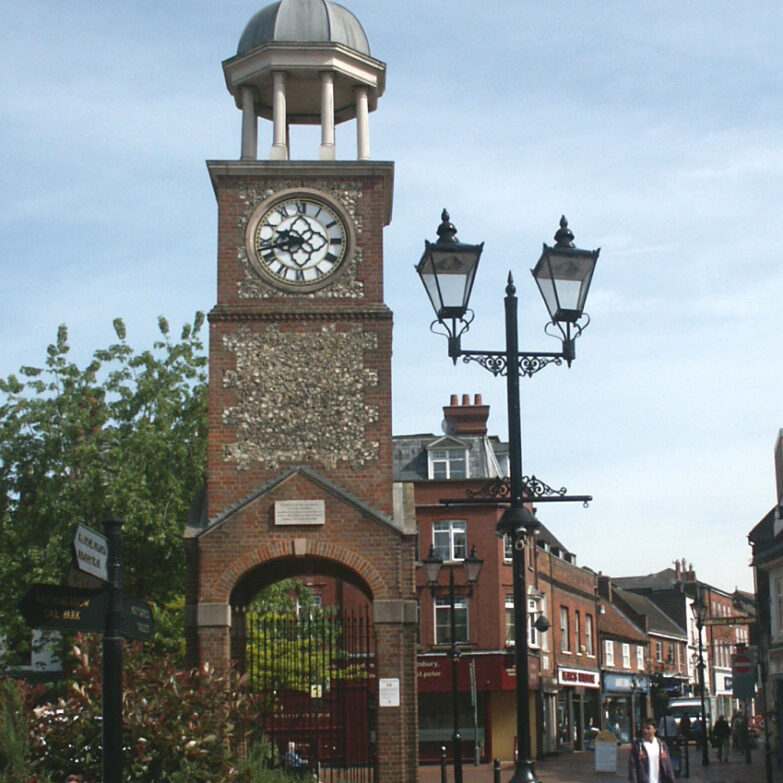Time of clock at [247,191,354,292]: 9:42
